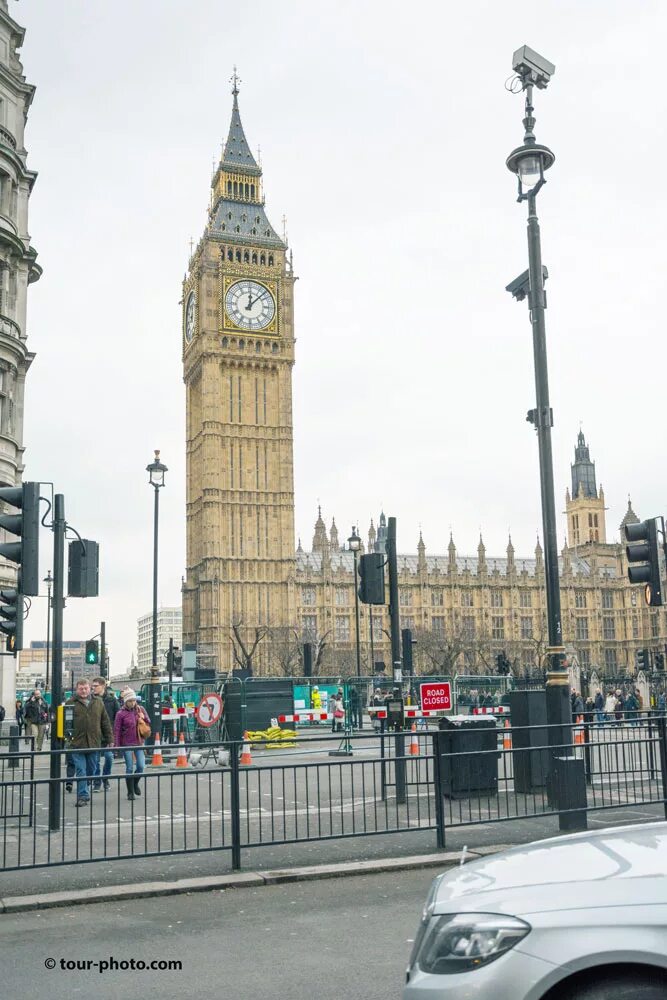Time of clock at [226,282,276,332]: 12:07
